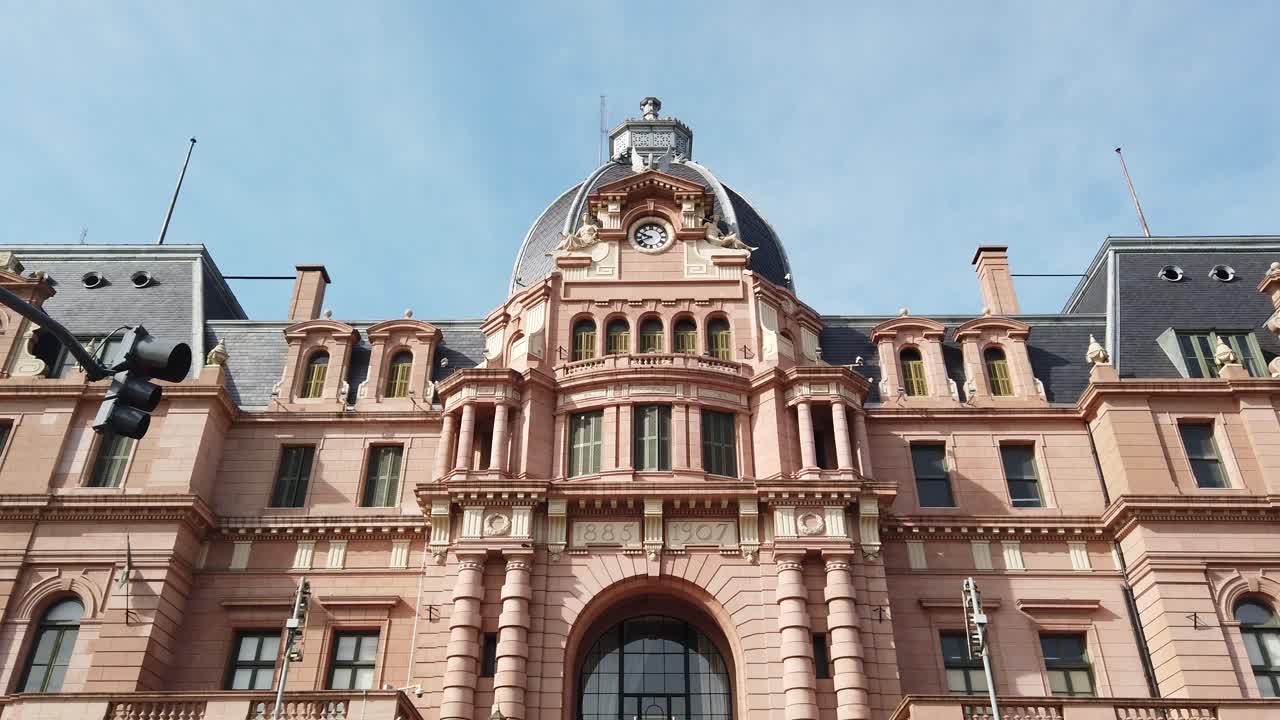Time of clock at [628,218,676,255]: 9:40
